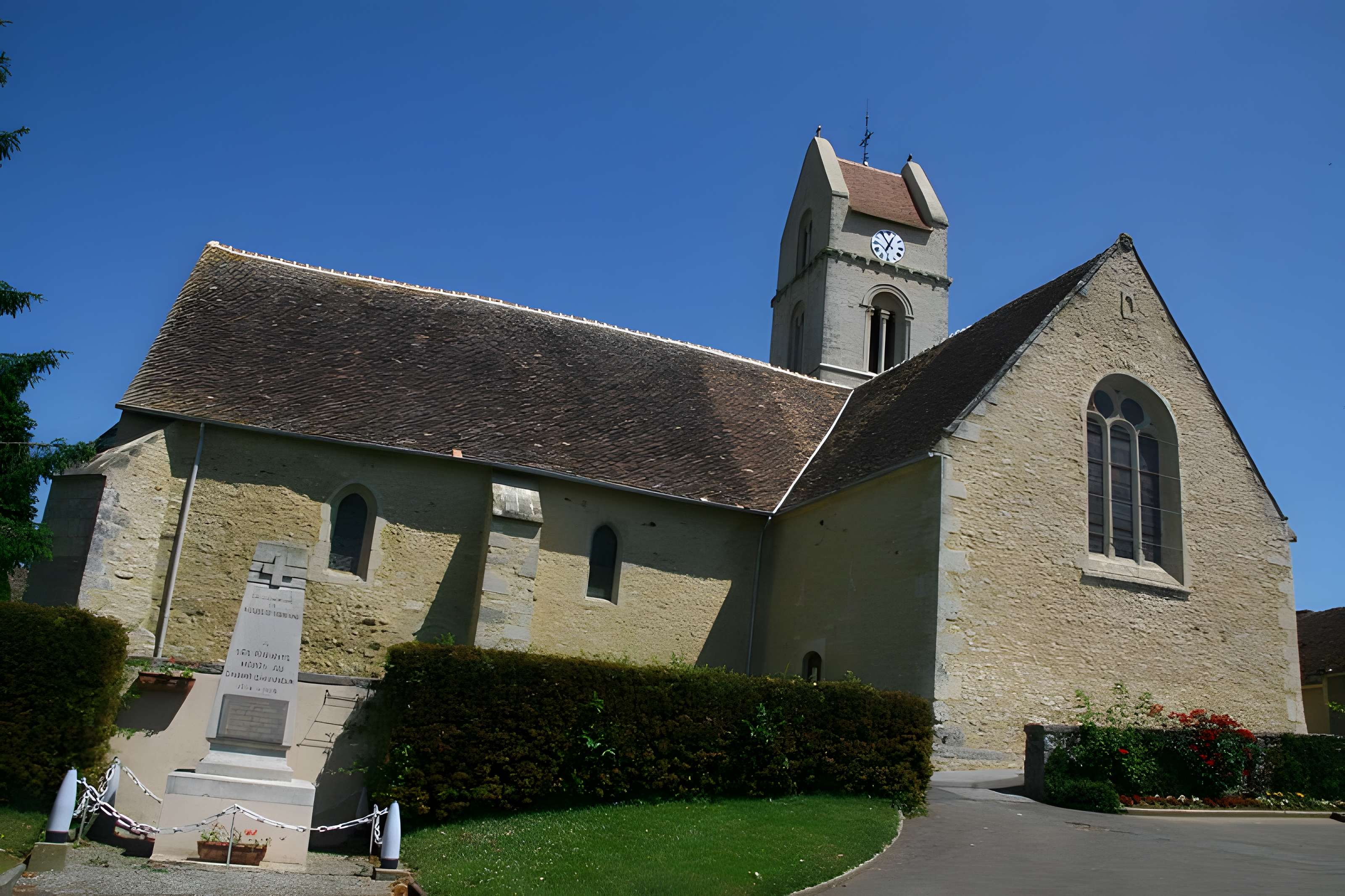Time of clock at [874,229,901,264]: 12:54
